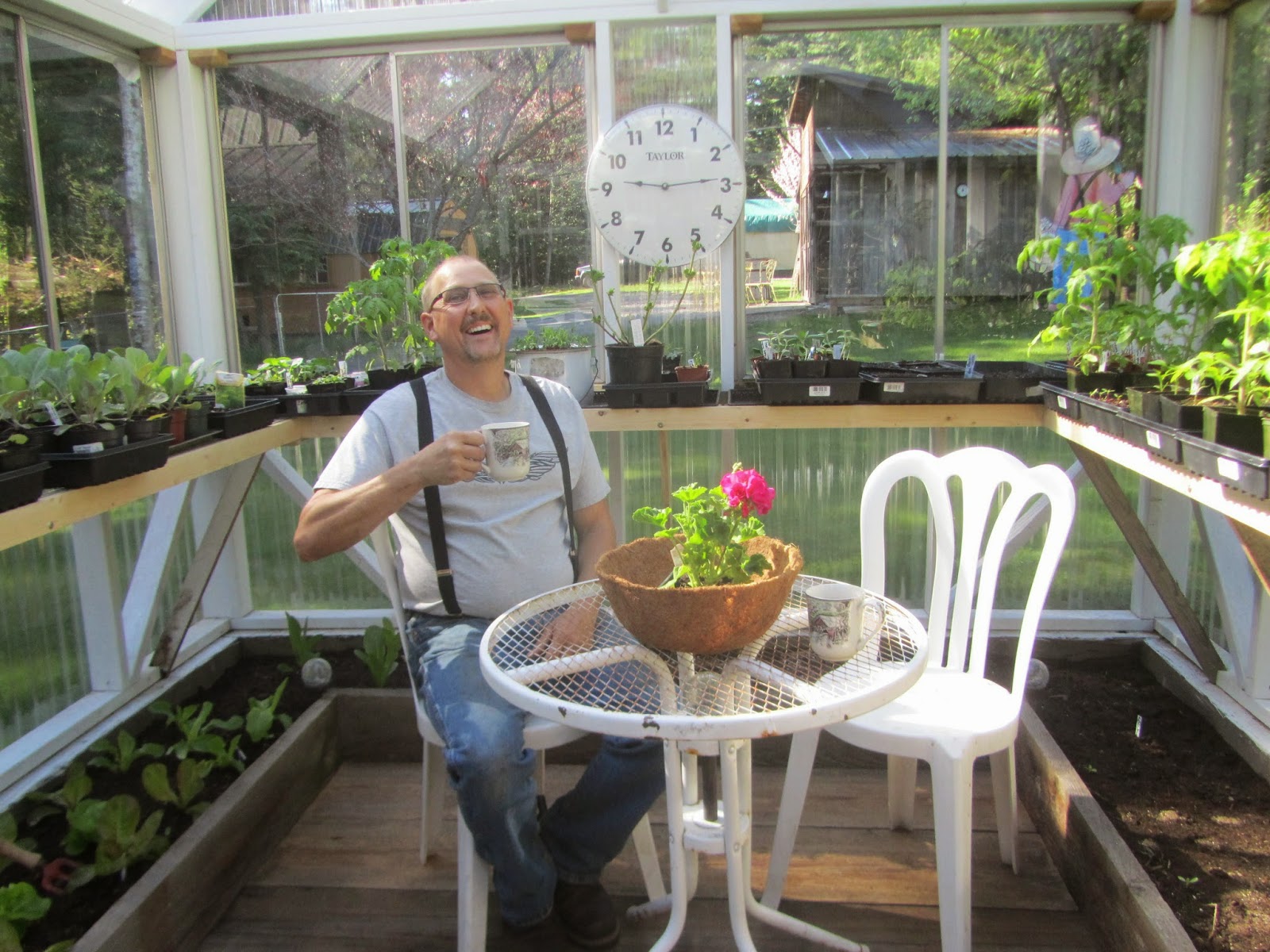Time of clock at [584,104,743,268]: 9:14
